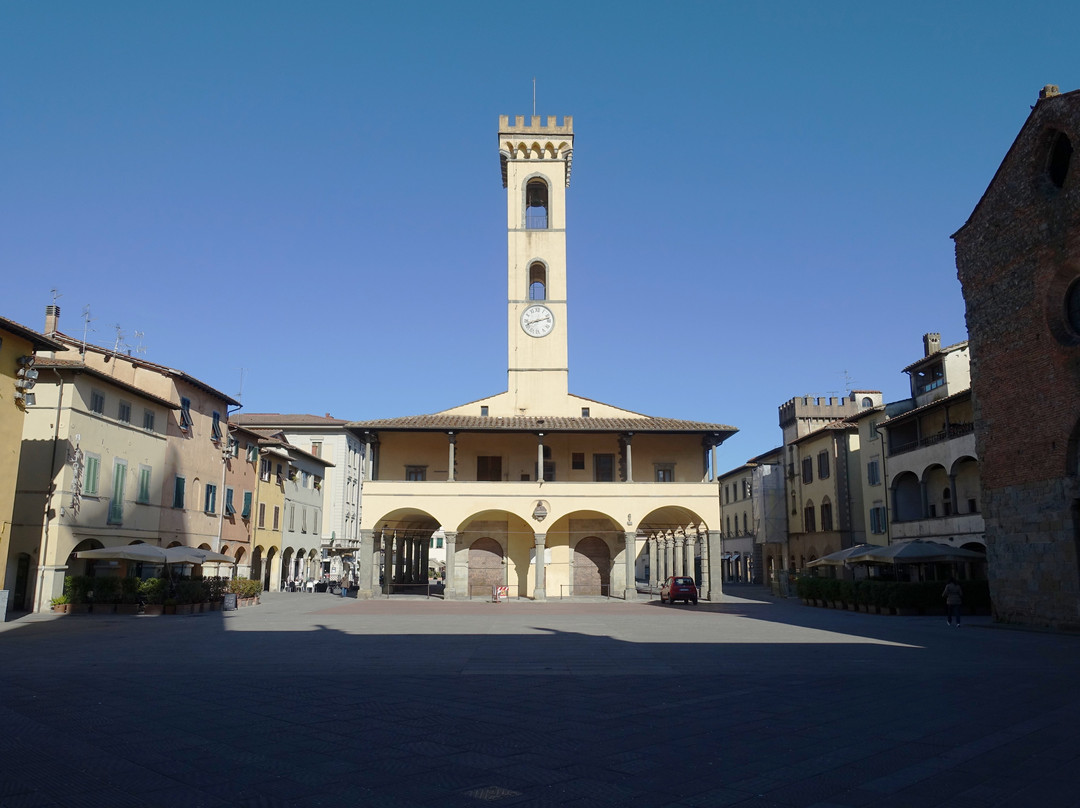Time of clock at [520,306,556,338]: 8:12
